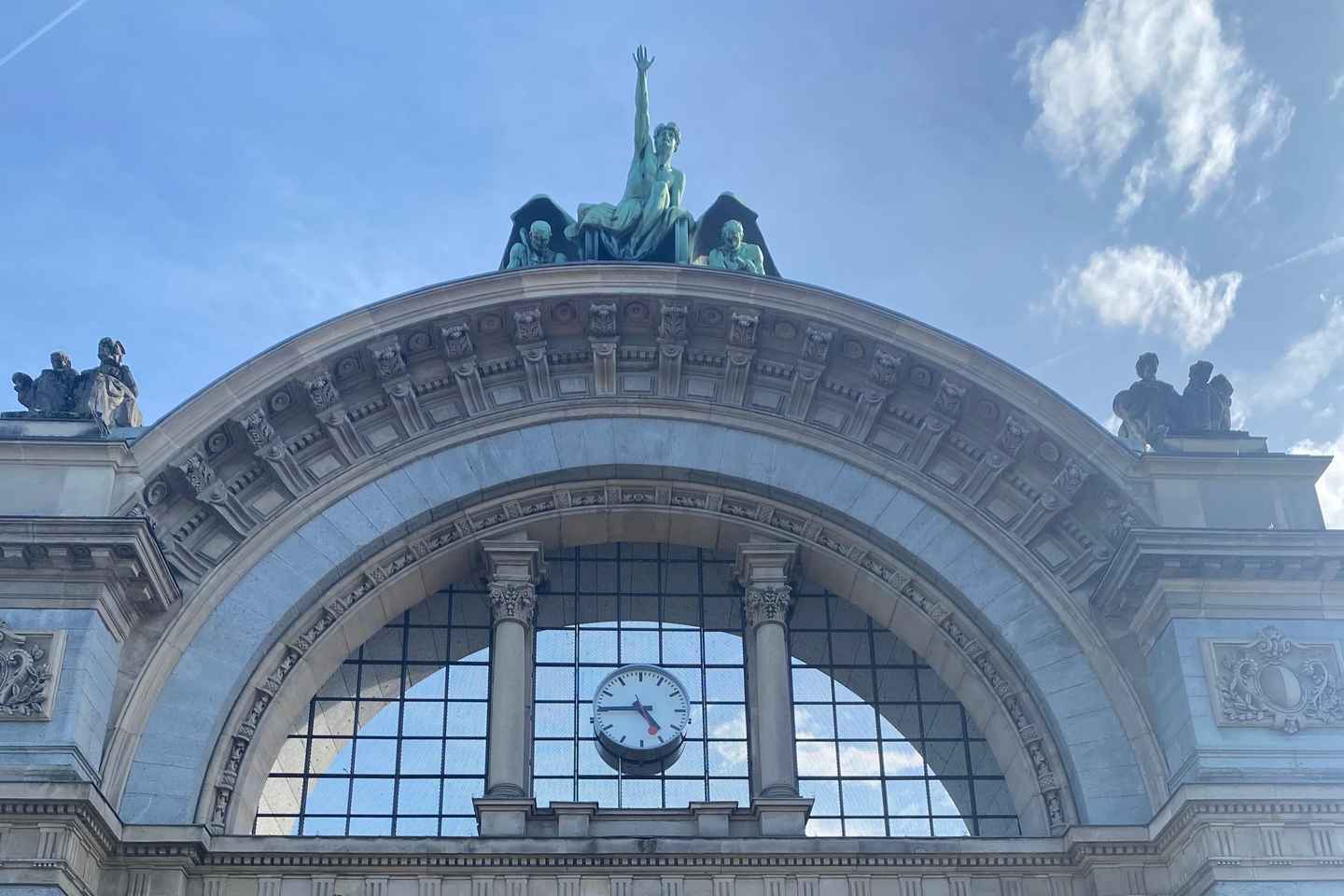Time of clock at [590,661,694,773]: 4:45
